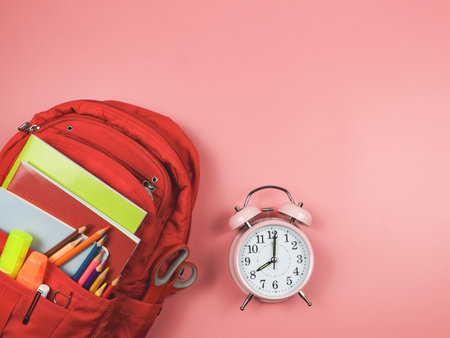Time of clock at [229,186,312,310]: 8:01
